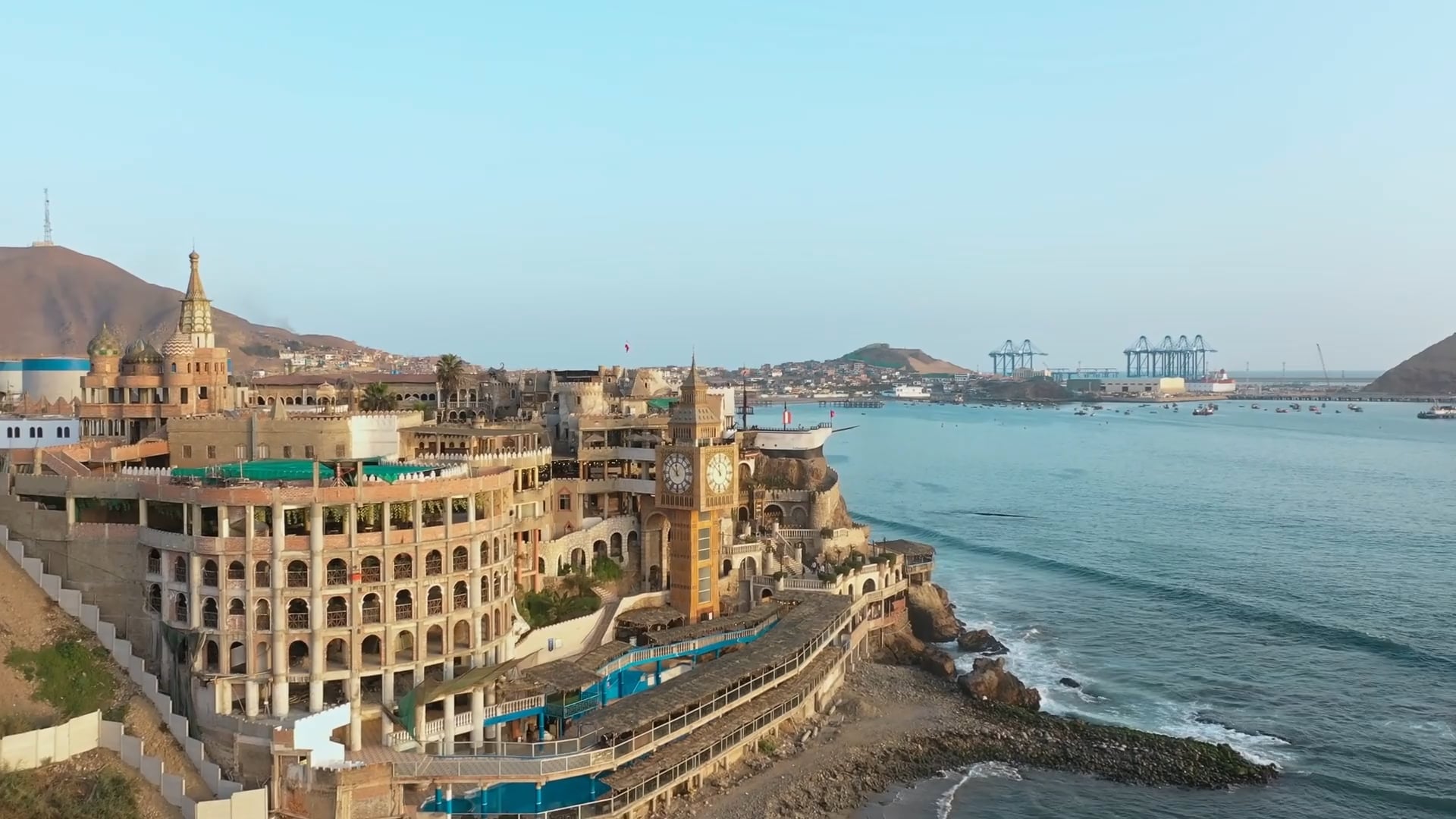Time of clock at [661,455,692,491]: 11:51
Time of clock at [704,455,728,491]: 11:52
